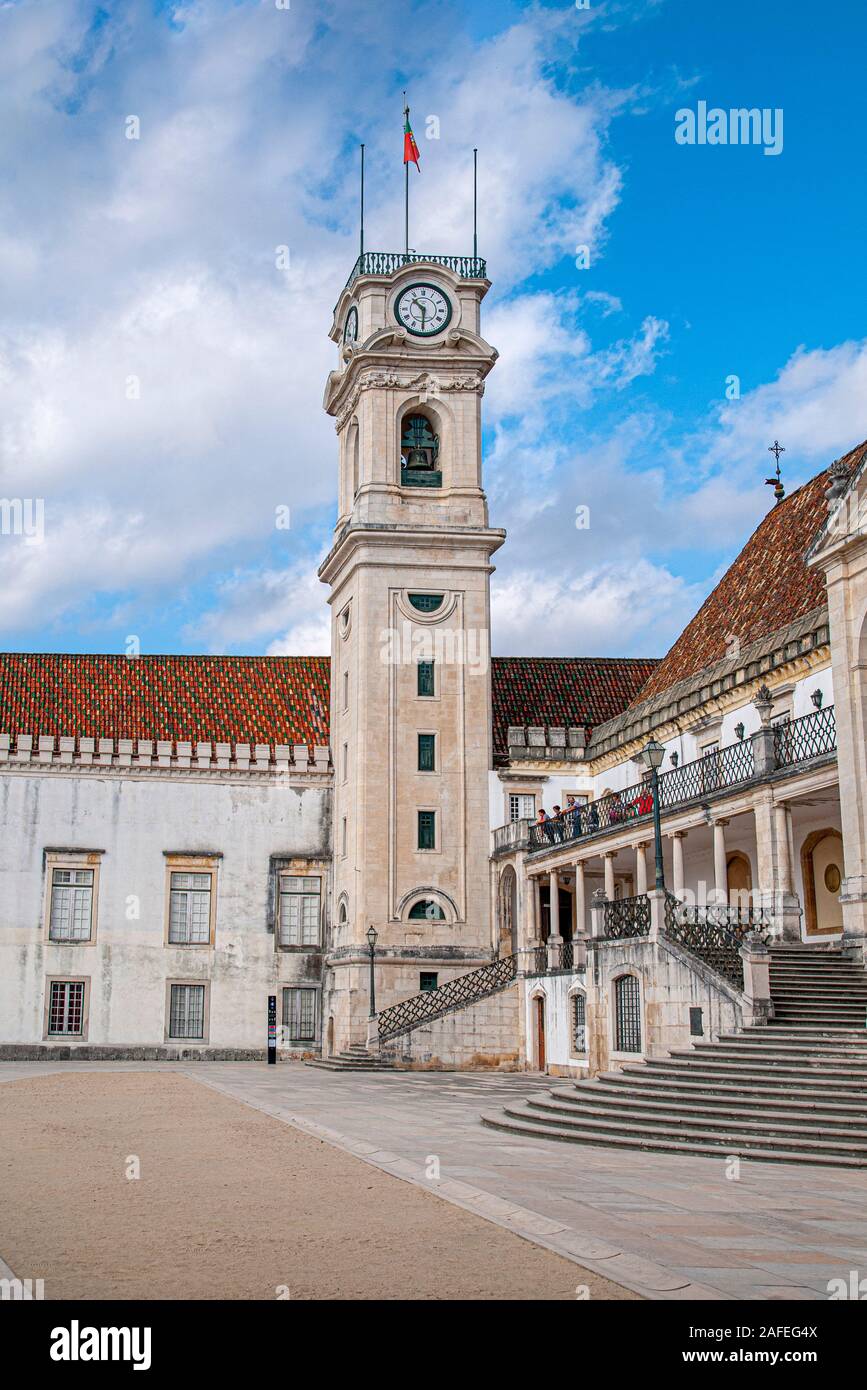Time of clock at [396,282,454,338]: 10:30
